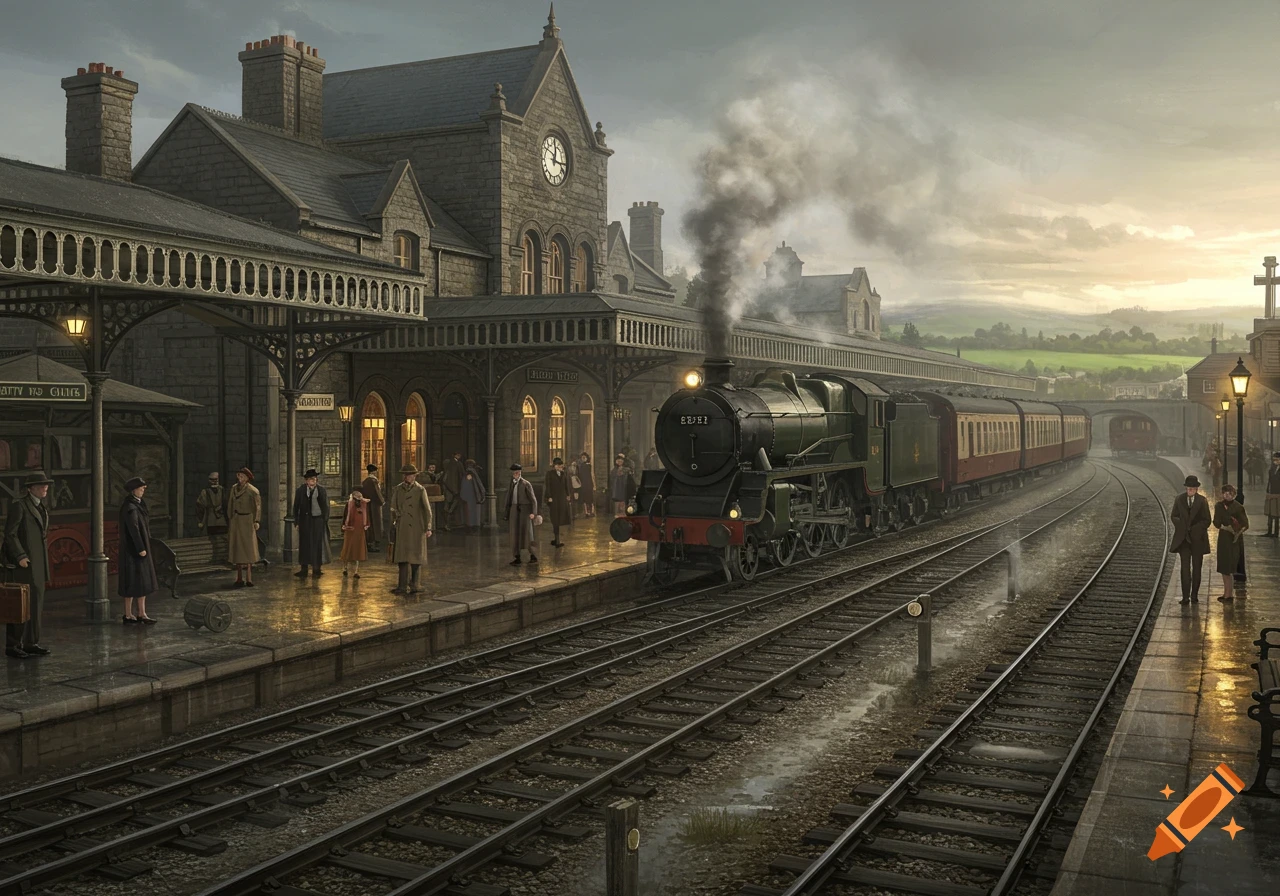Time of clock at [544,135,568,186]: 12:16
